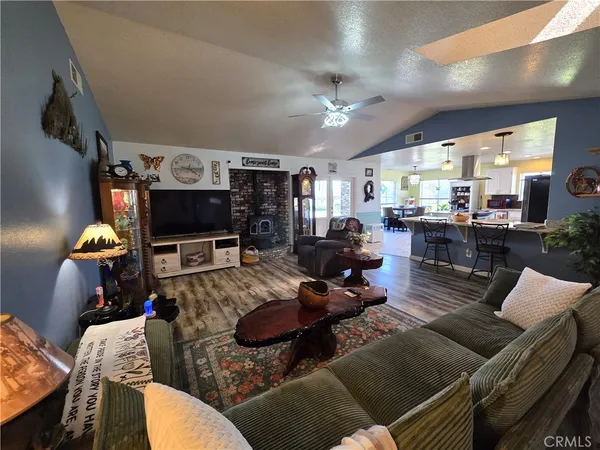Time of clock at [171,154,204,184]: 4:14
